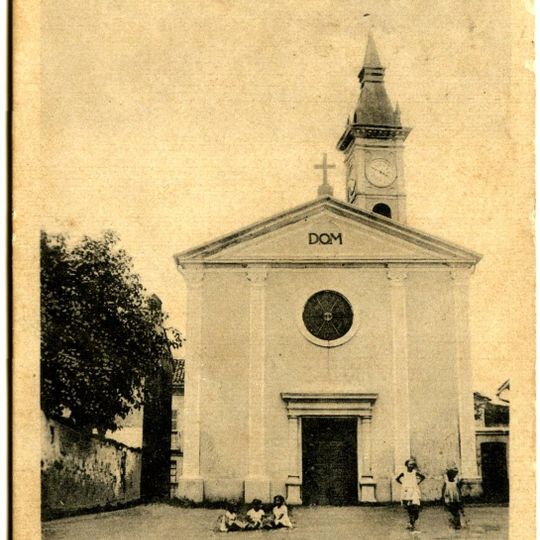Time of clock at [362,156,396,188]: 3:48
